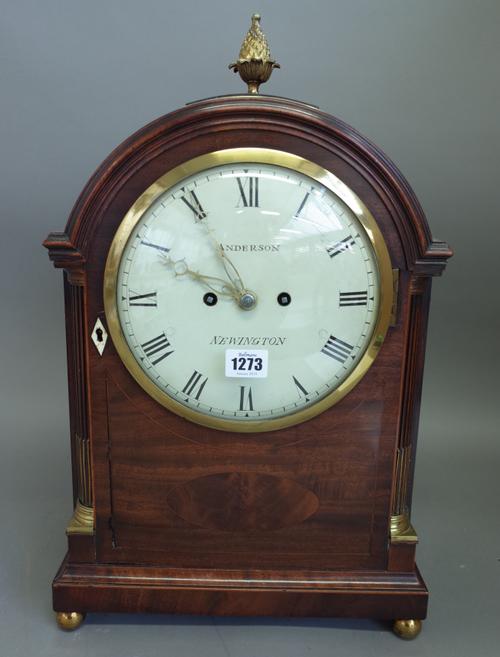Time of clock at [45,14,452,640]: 9:55
